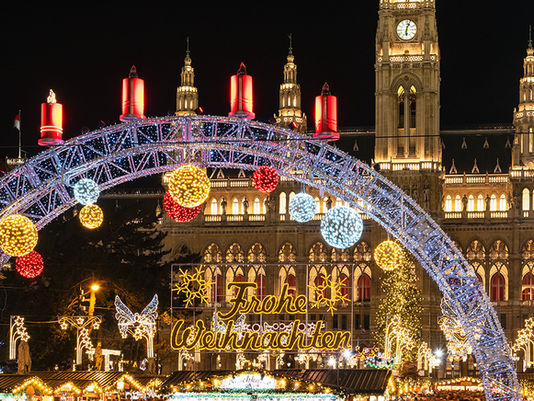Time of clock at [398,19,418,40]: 6:03
